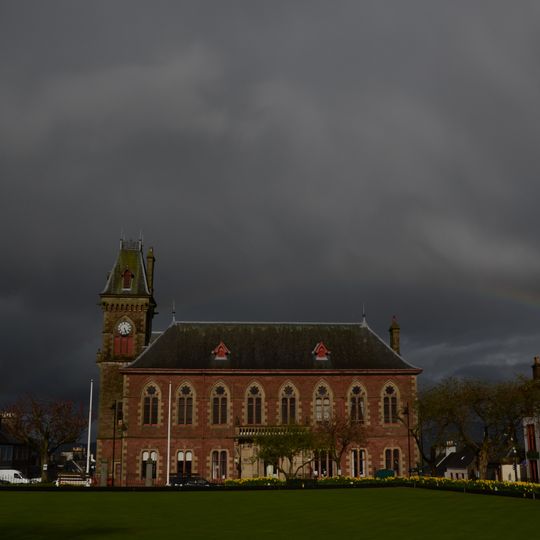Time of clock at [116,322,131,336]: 5:26
